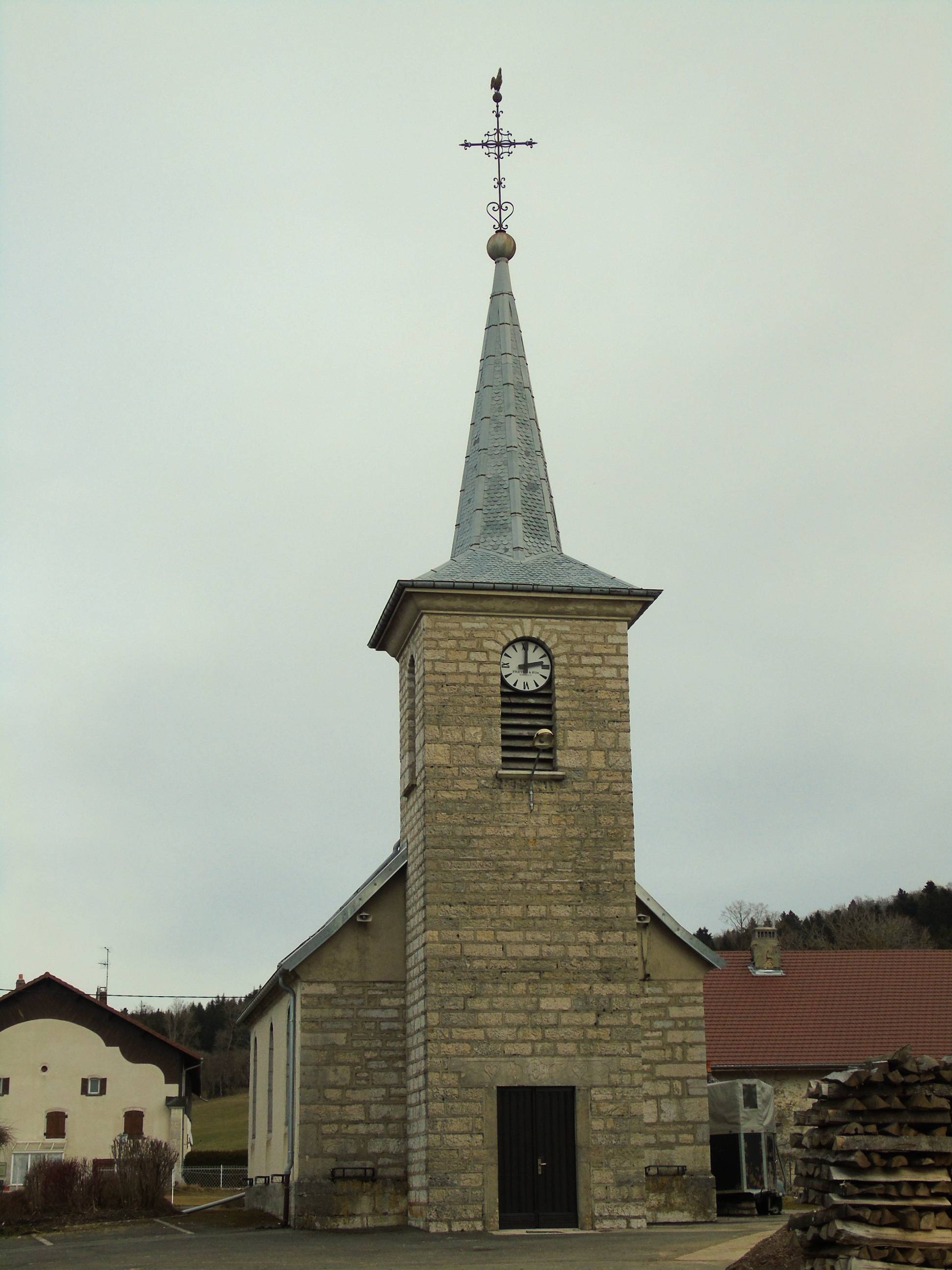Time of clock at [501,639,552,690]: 12:12
